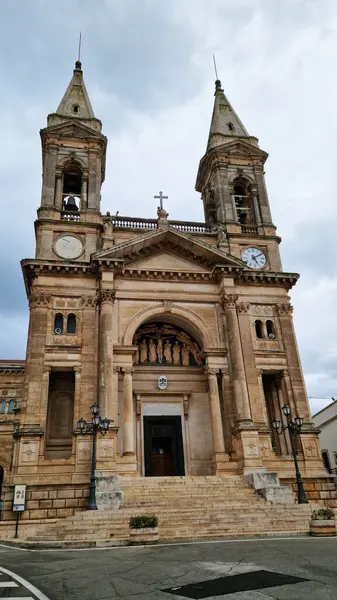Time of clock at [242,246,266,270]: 5:09
